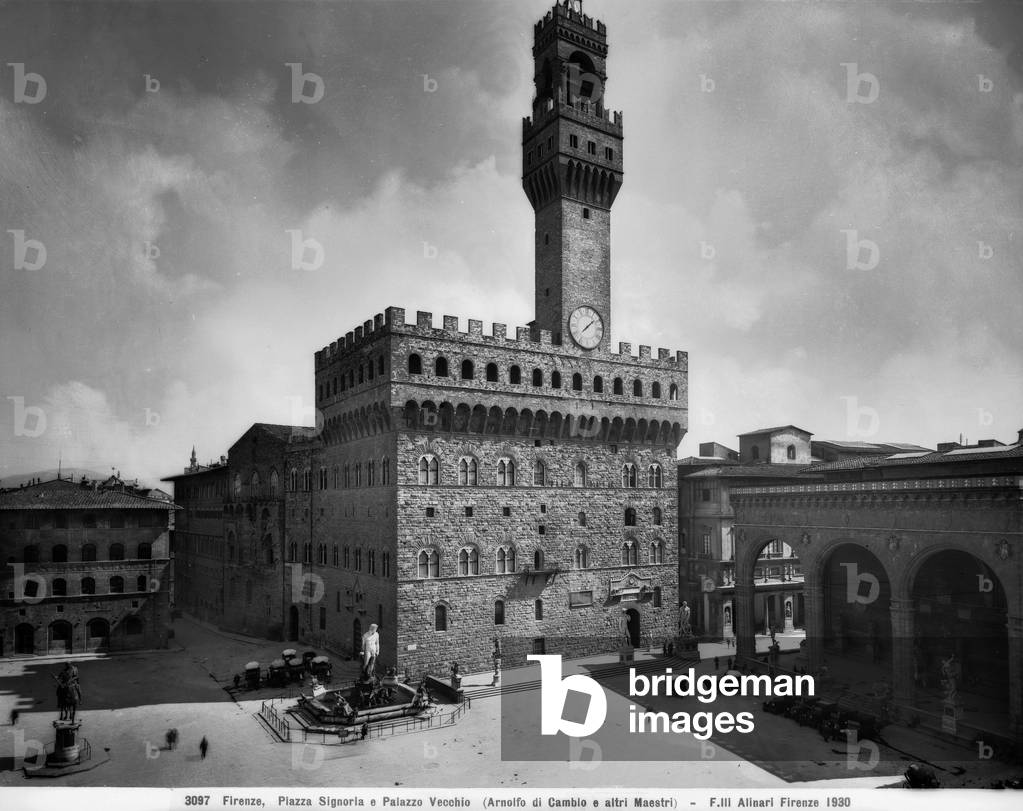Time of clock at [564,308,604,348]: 1:37
